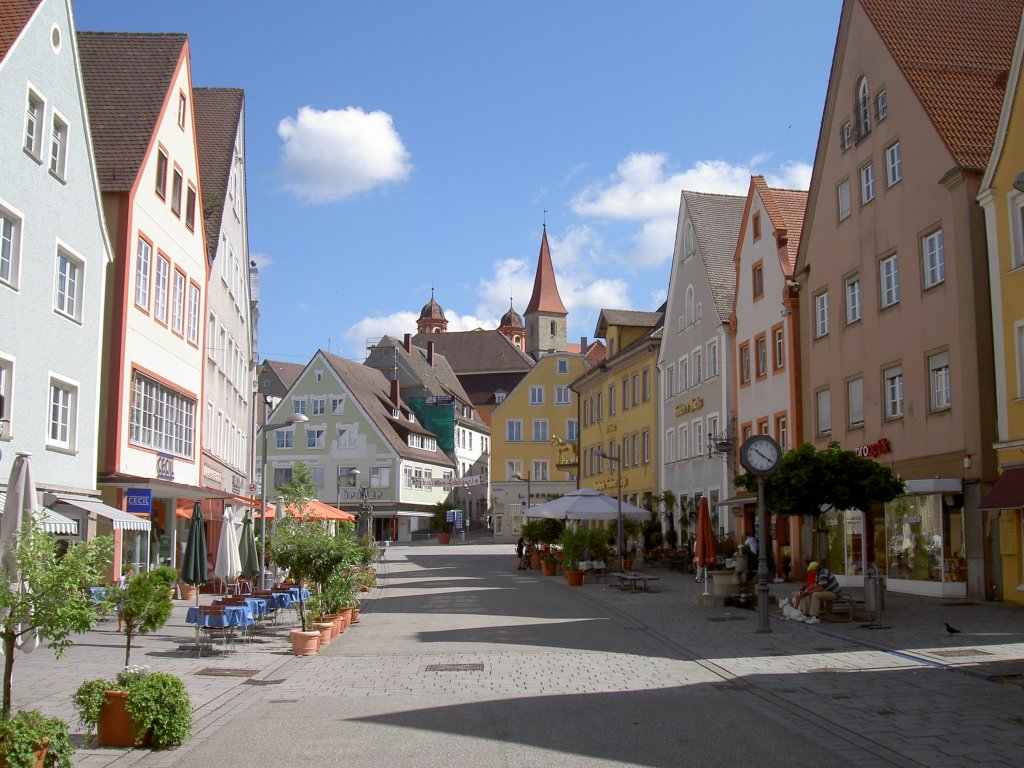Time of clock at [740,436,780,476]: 10:20
